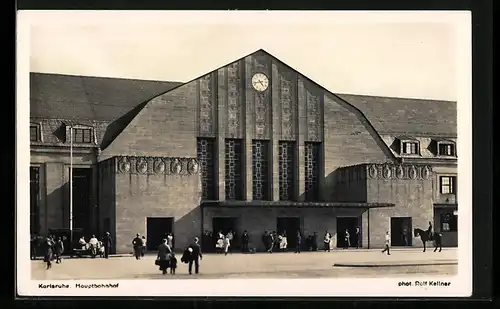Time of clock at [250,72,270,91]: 4:42
